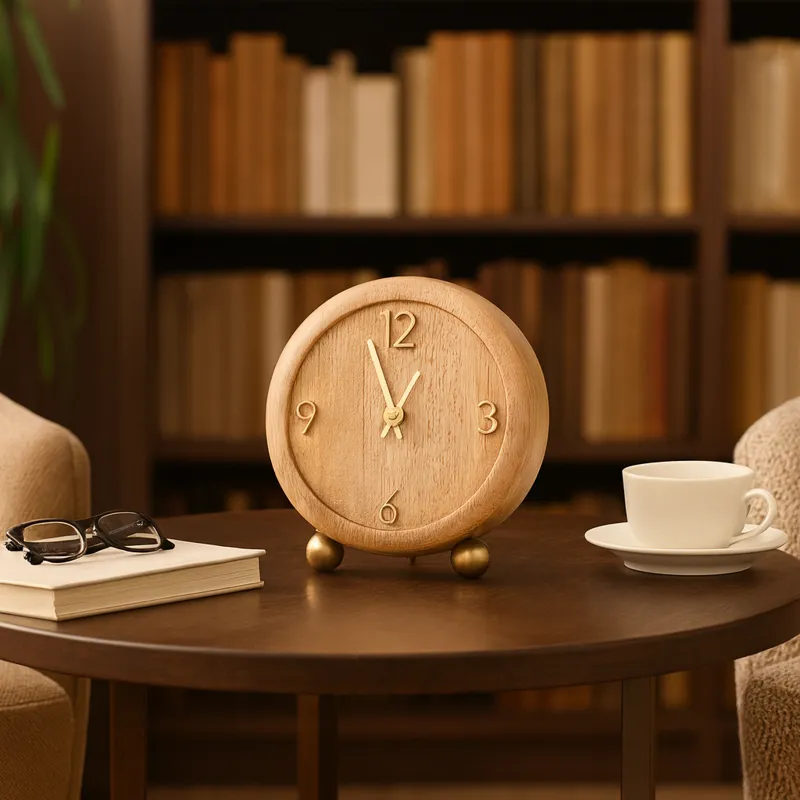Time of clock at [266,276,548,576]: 12:55
